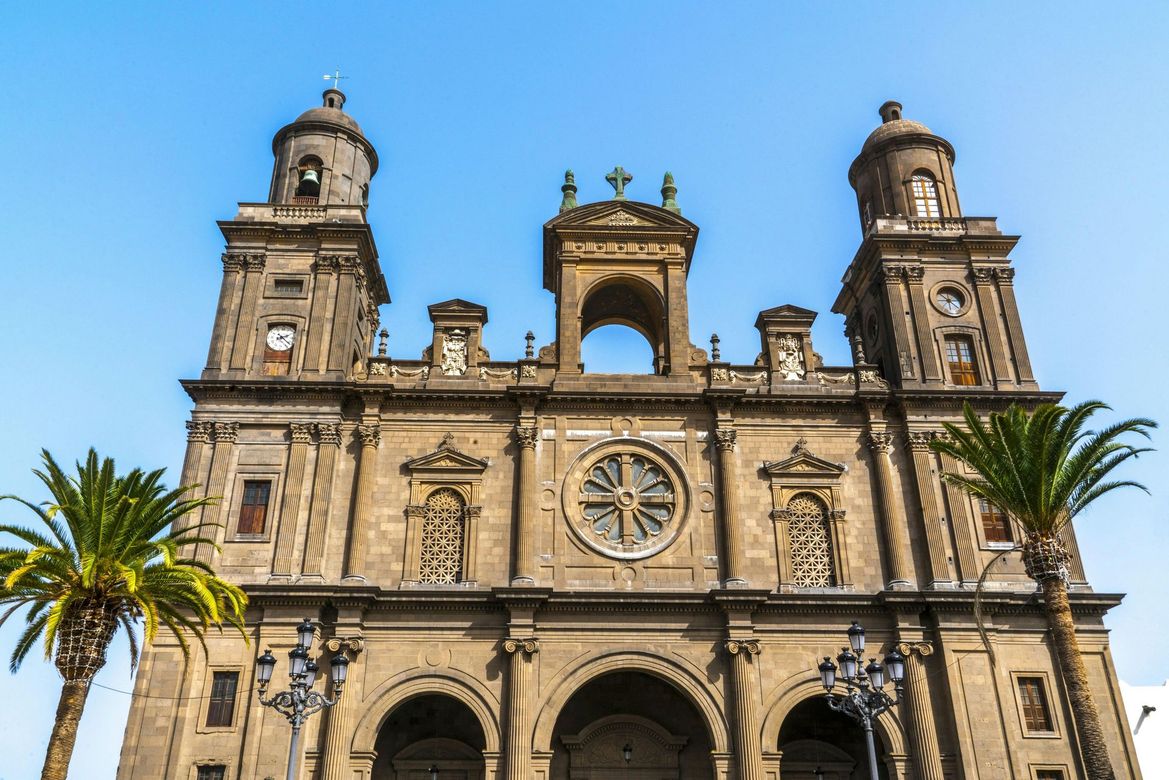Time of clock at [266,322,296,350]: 2:21
